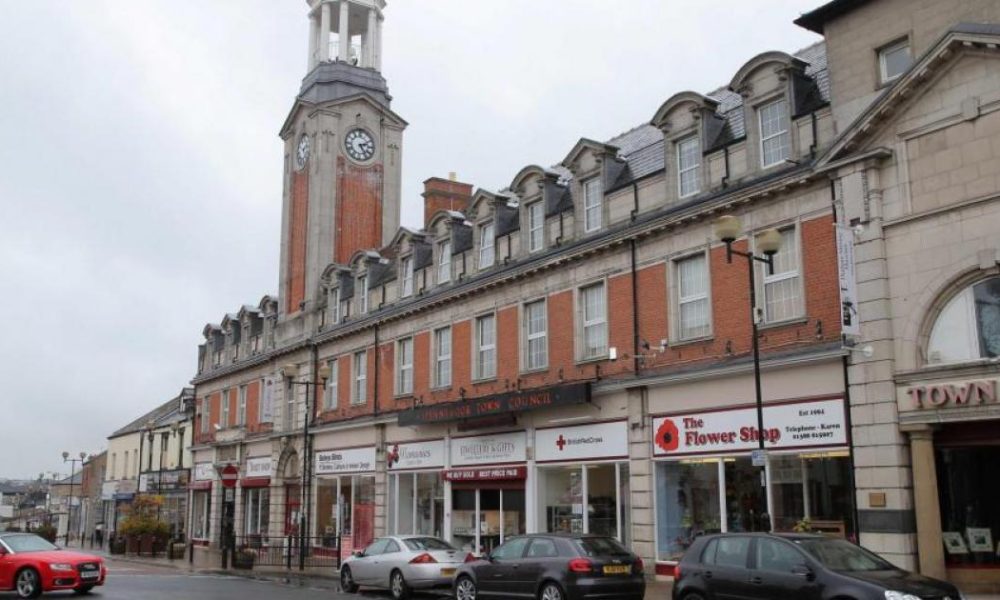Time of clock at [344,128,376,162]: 2:24
